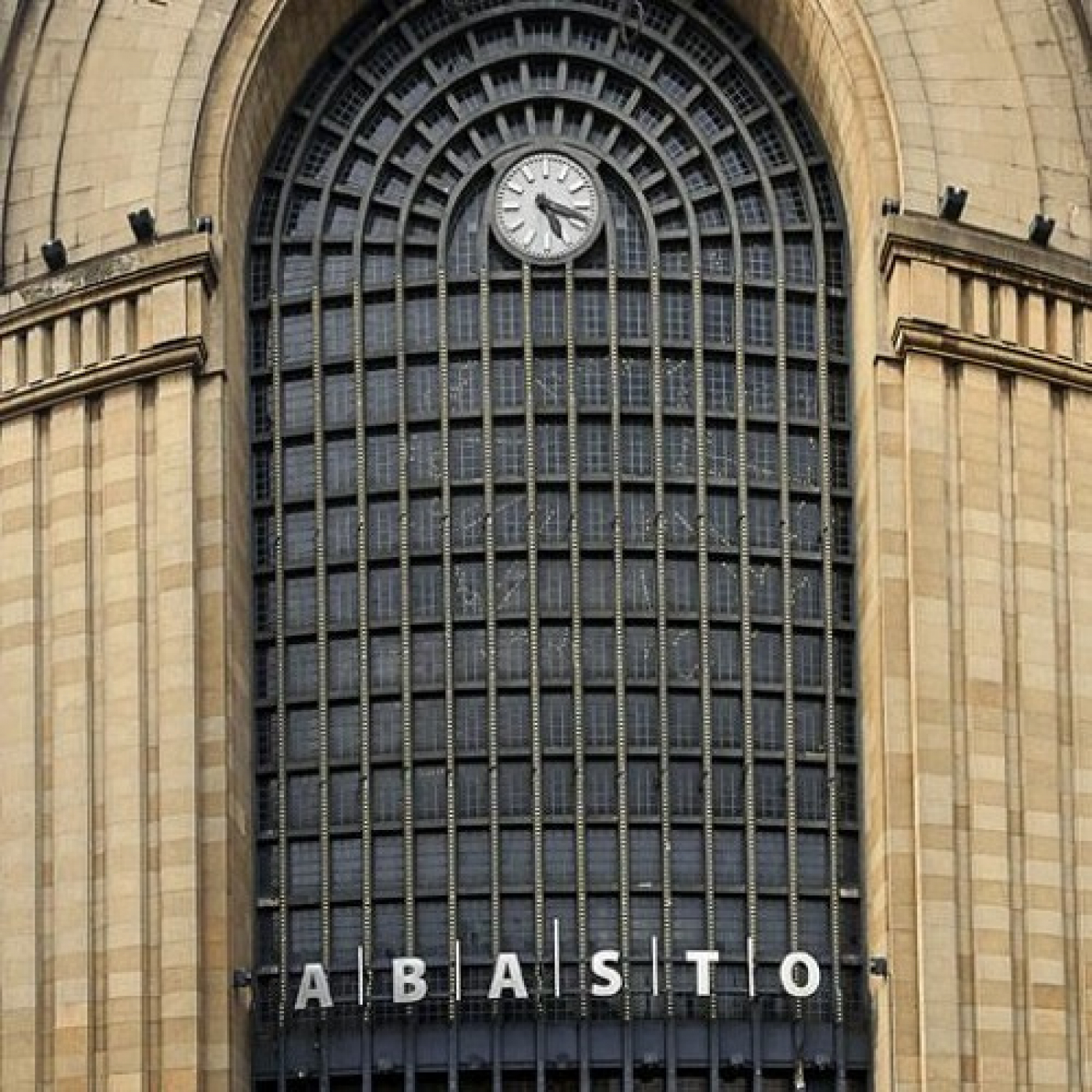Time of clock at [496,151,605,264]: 5:18
